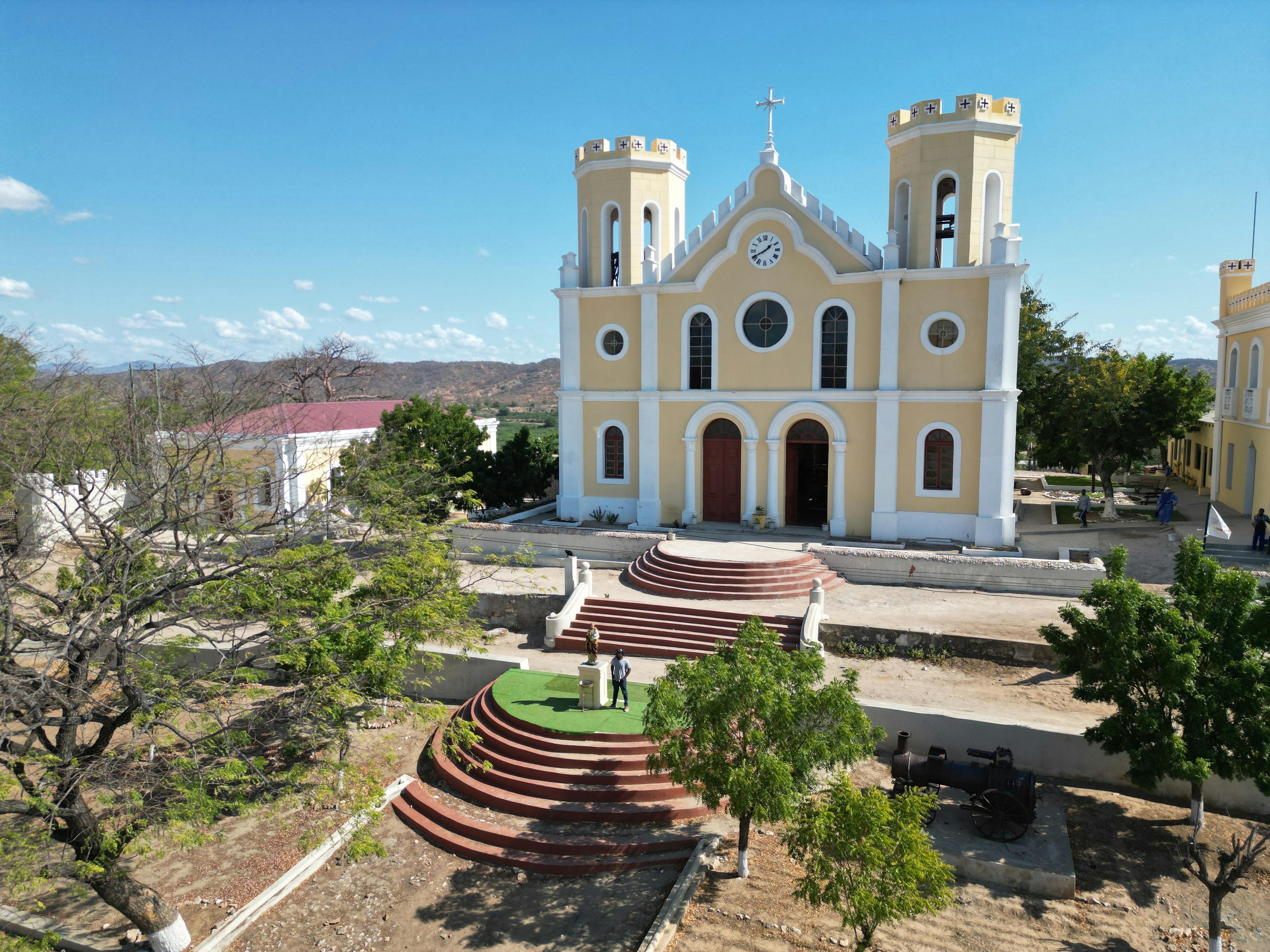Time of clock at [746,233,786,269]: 1:40
